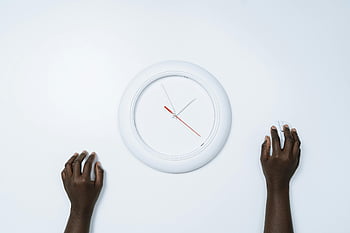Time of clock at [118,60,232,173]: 1:19
